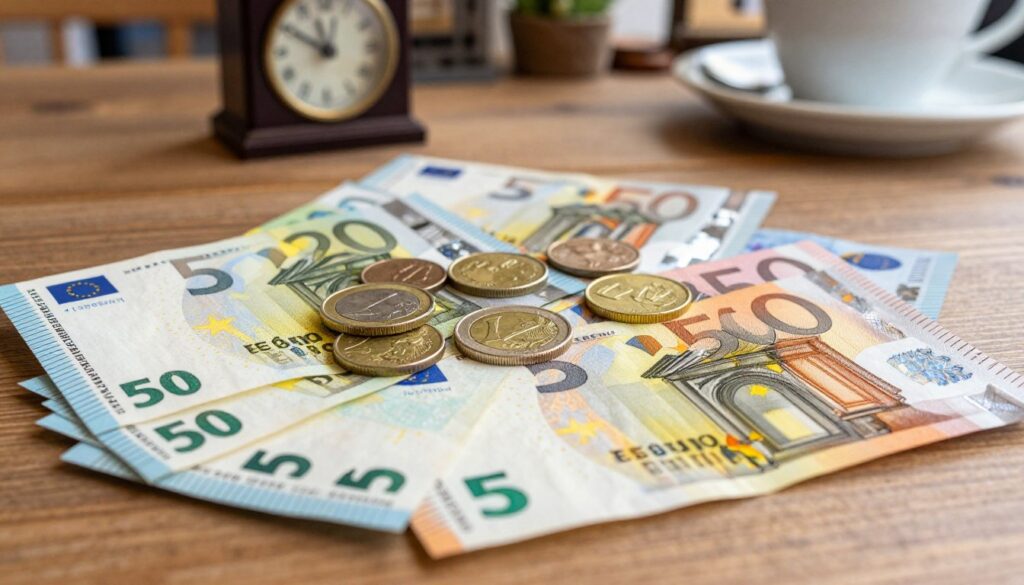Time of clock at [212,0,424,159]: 11:49
